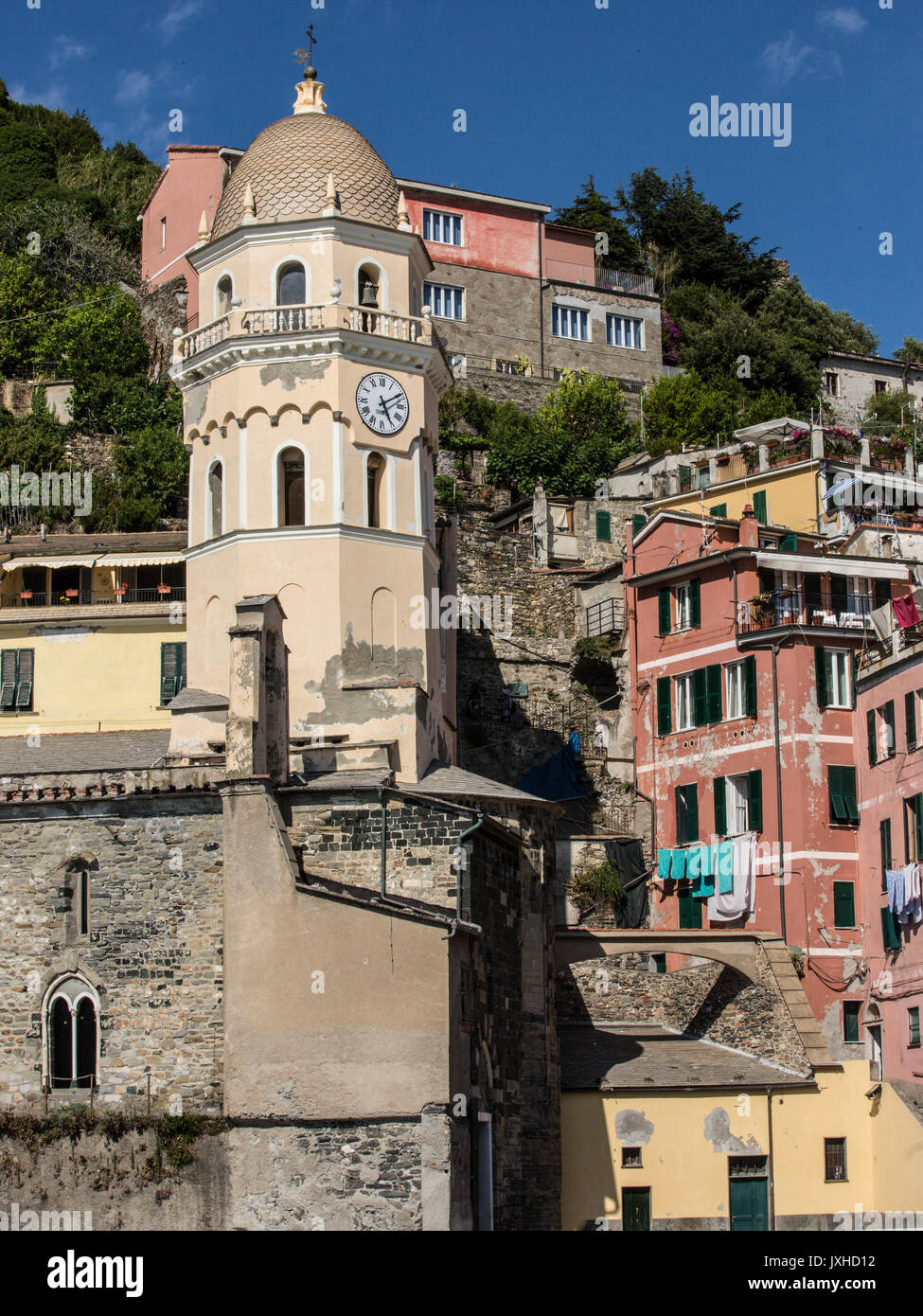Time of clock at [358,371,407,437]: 5:09
